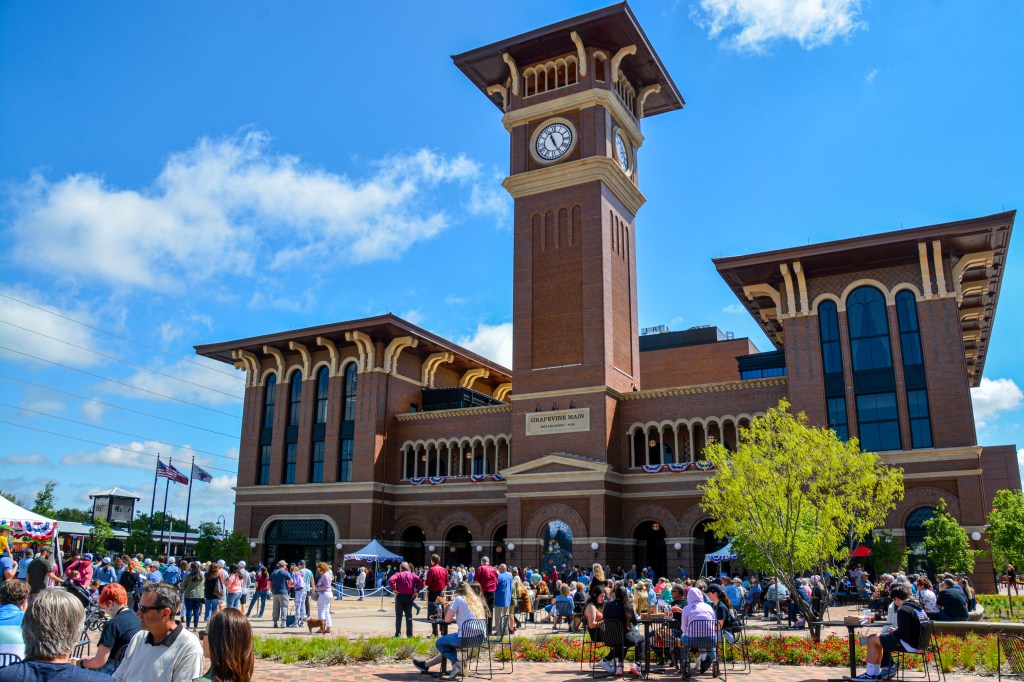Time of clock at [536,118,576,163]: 11:25
